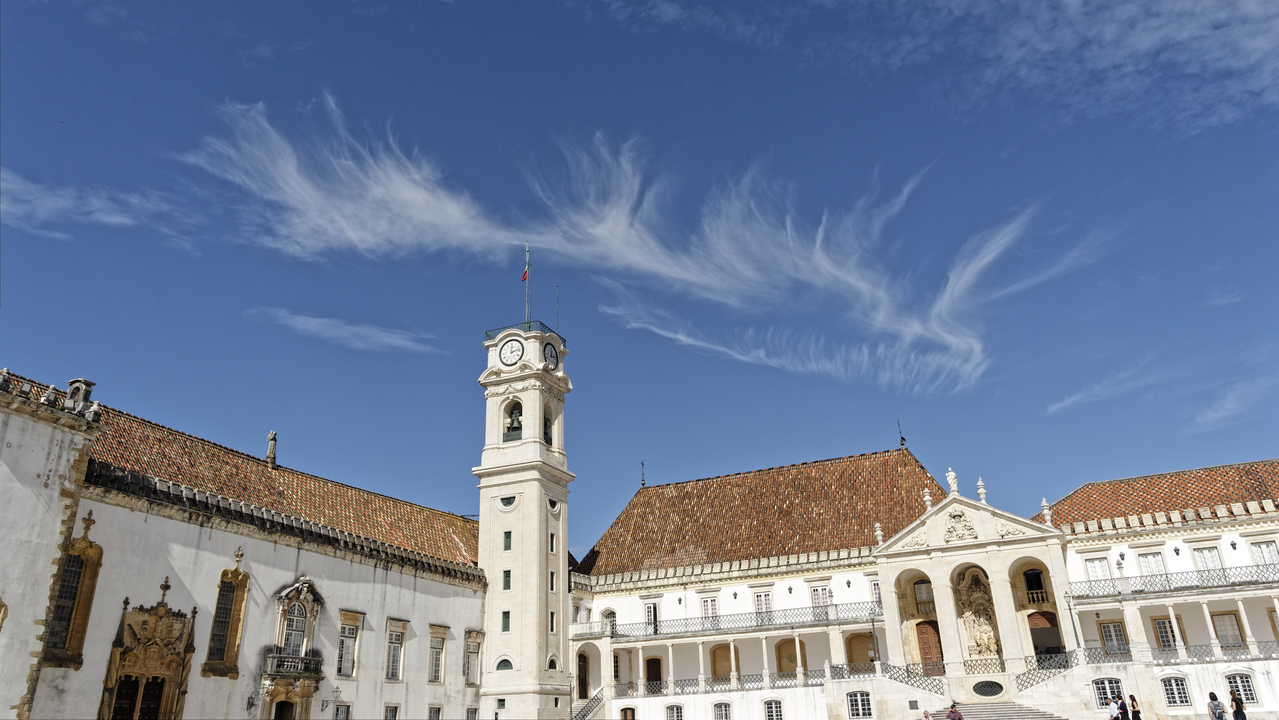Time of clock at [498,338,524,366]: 12:12
